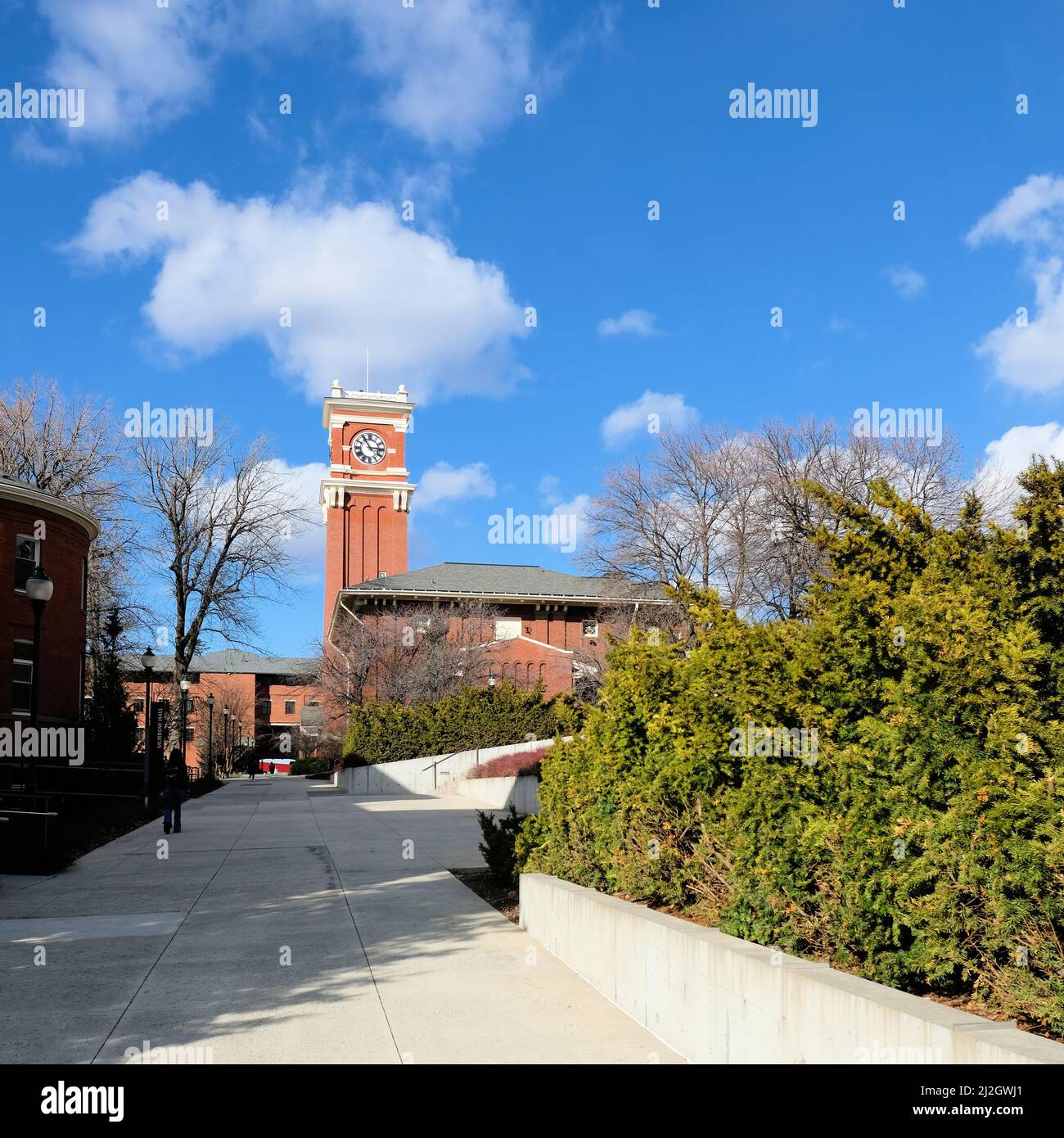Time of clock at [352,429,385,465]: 2:54
